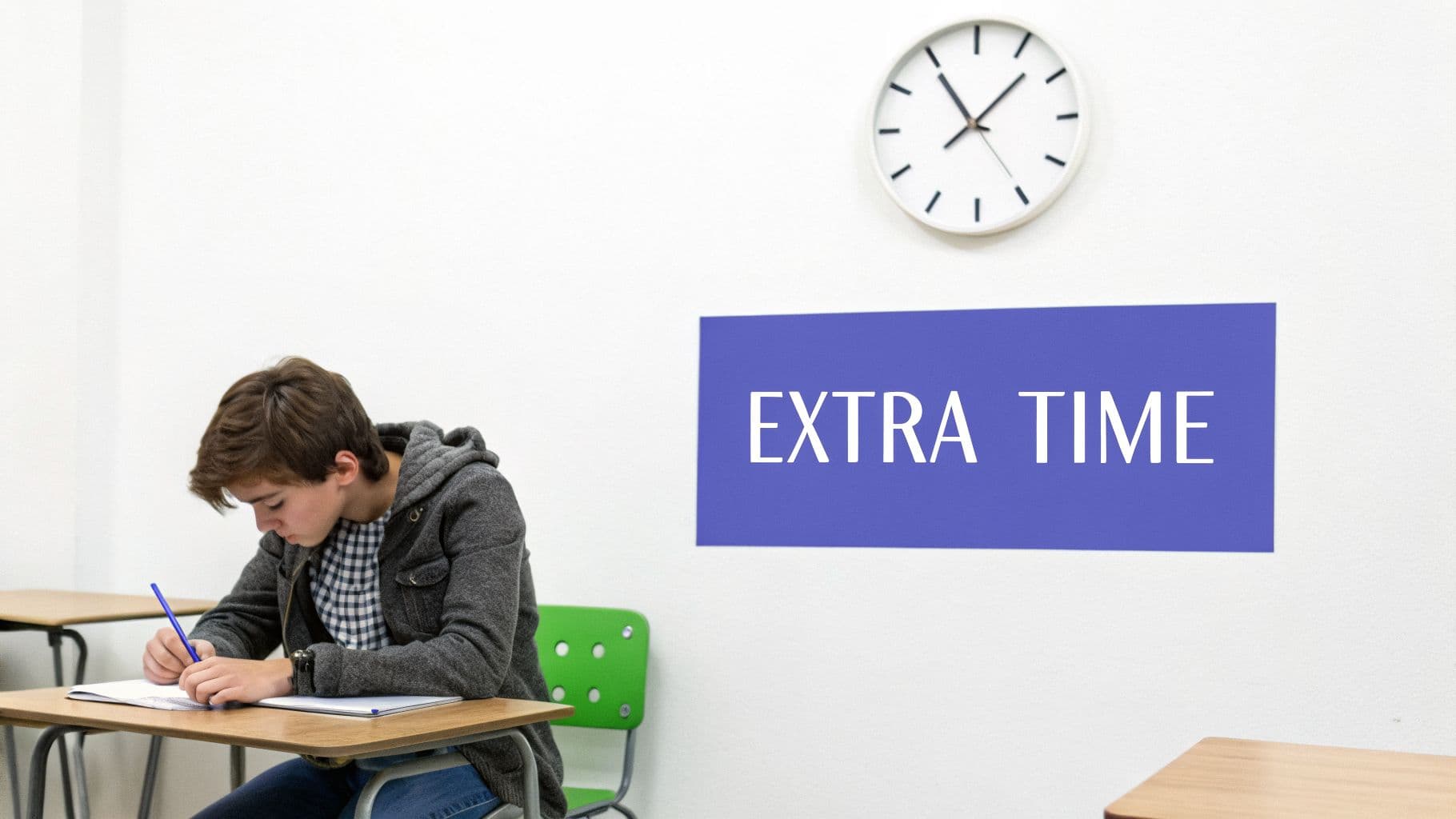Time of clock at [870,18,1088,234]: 11:07
